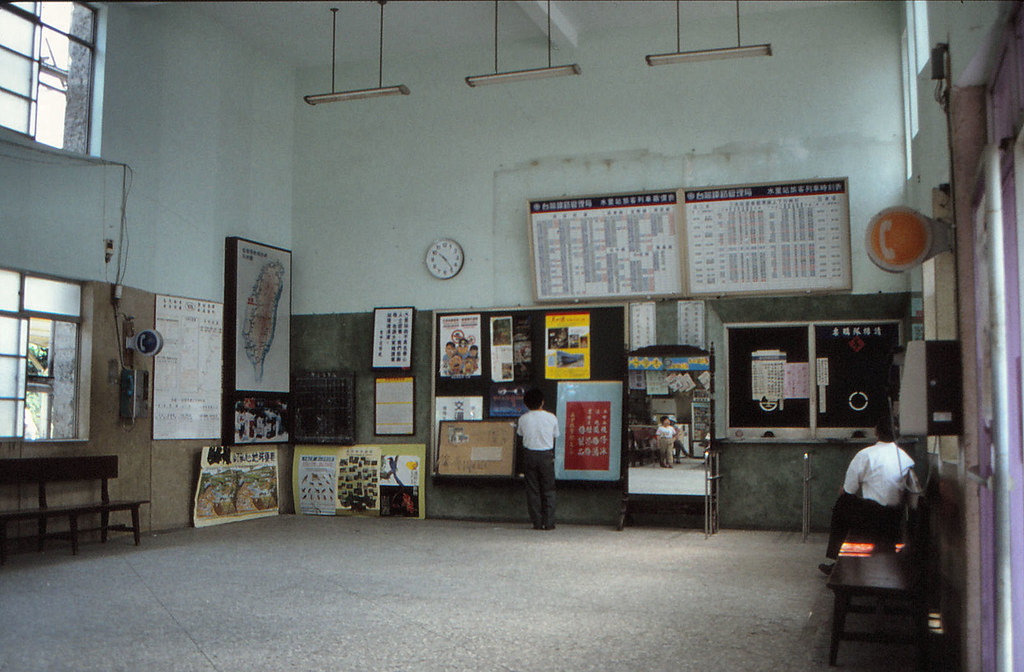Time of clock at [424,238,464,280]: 10:23
